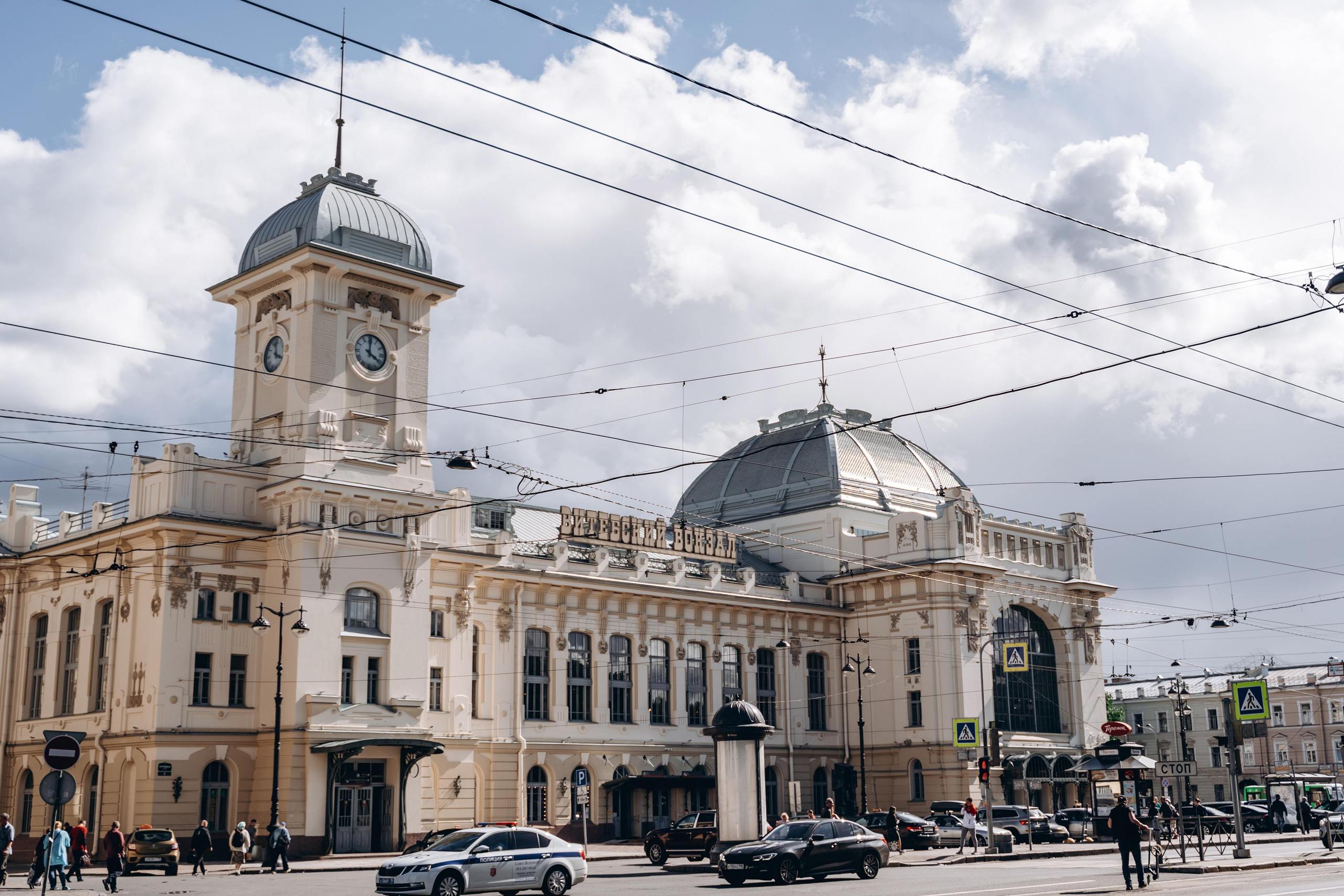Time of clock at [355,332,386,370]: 4:00
